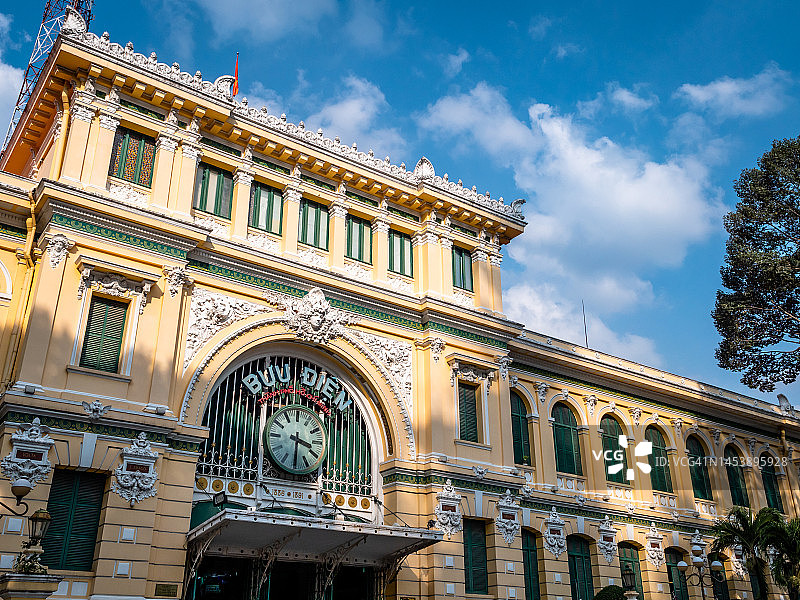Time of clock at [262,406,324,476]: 3:30
